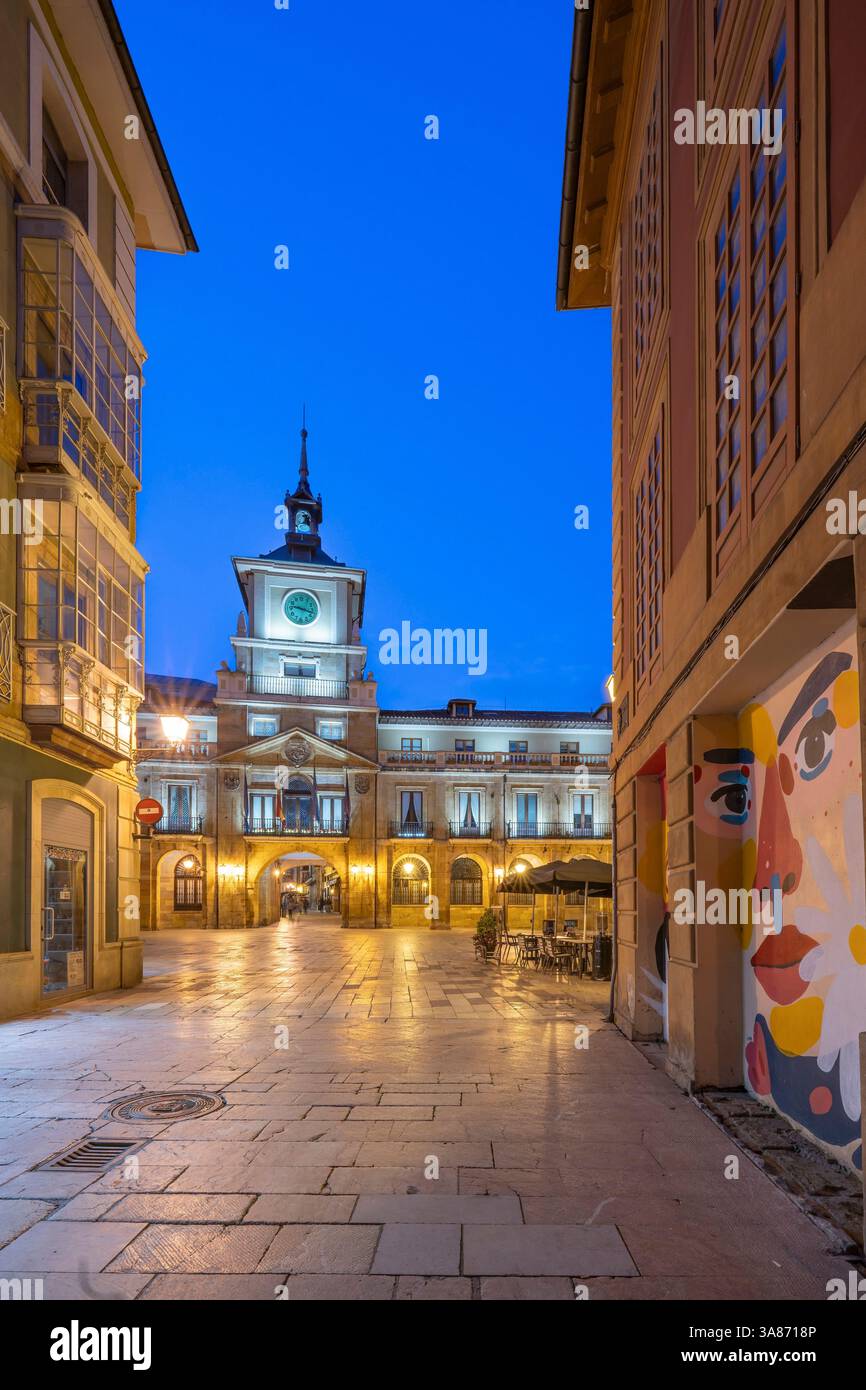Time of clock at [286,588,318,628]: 9:17
